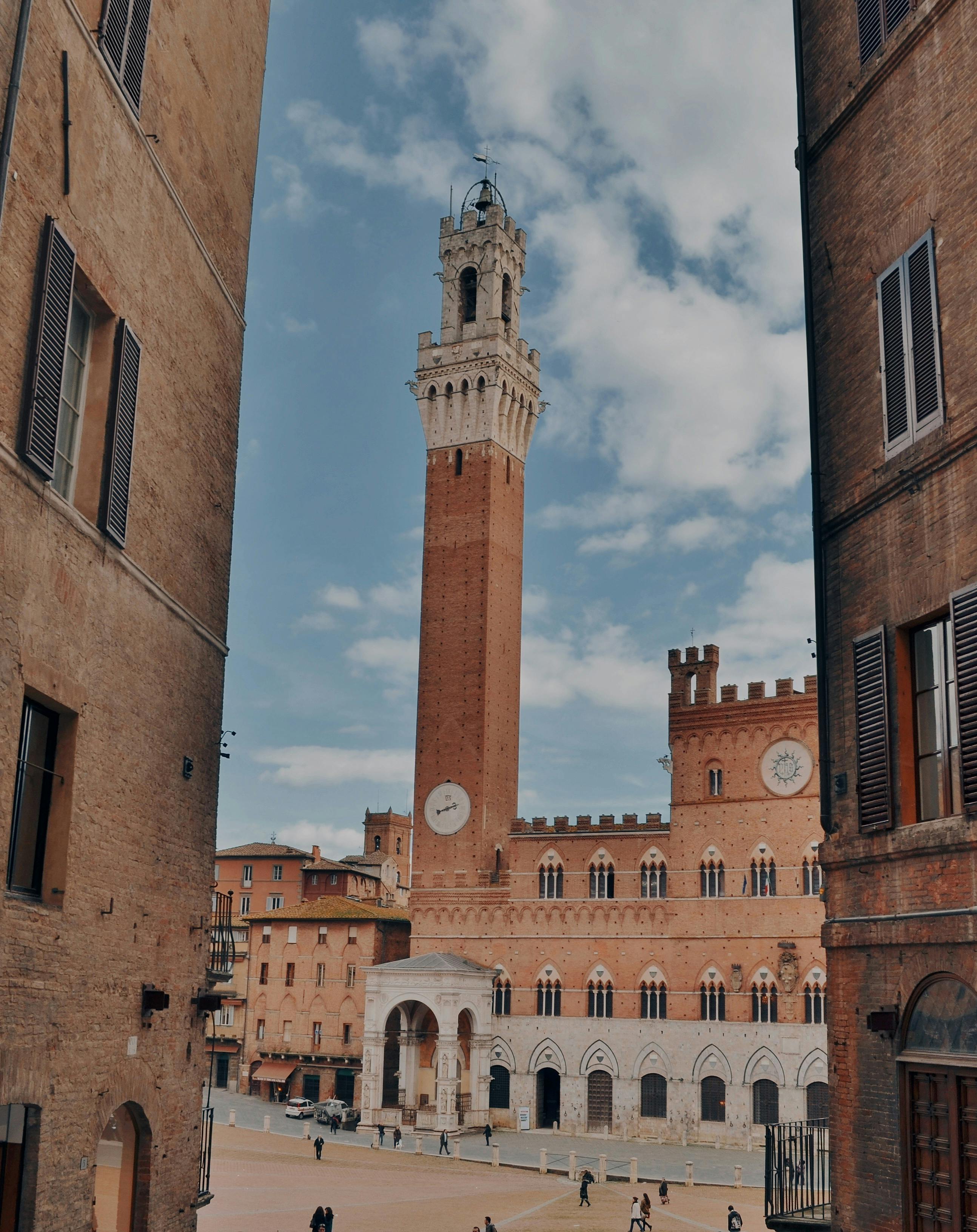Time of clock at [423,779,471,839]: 8:12
